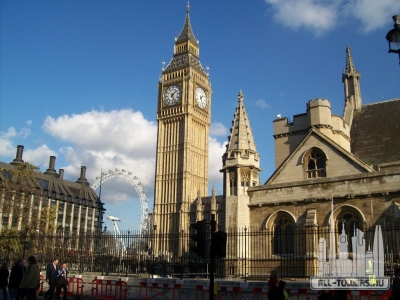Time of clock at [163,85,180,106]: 1:26
